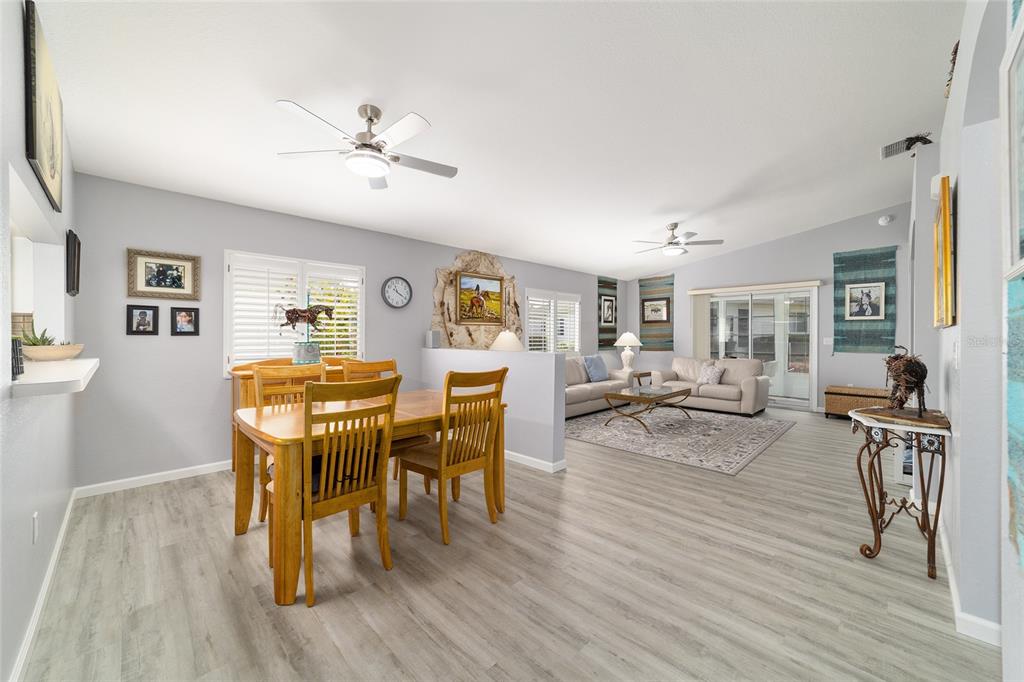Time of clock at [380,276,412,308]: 11:20
